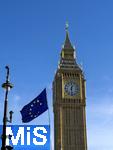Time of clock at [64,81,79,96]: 12:28
